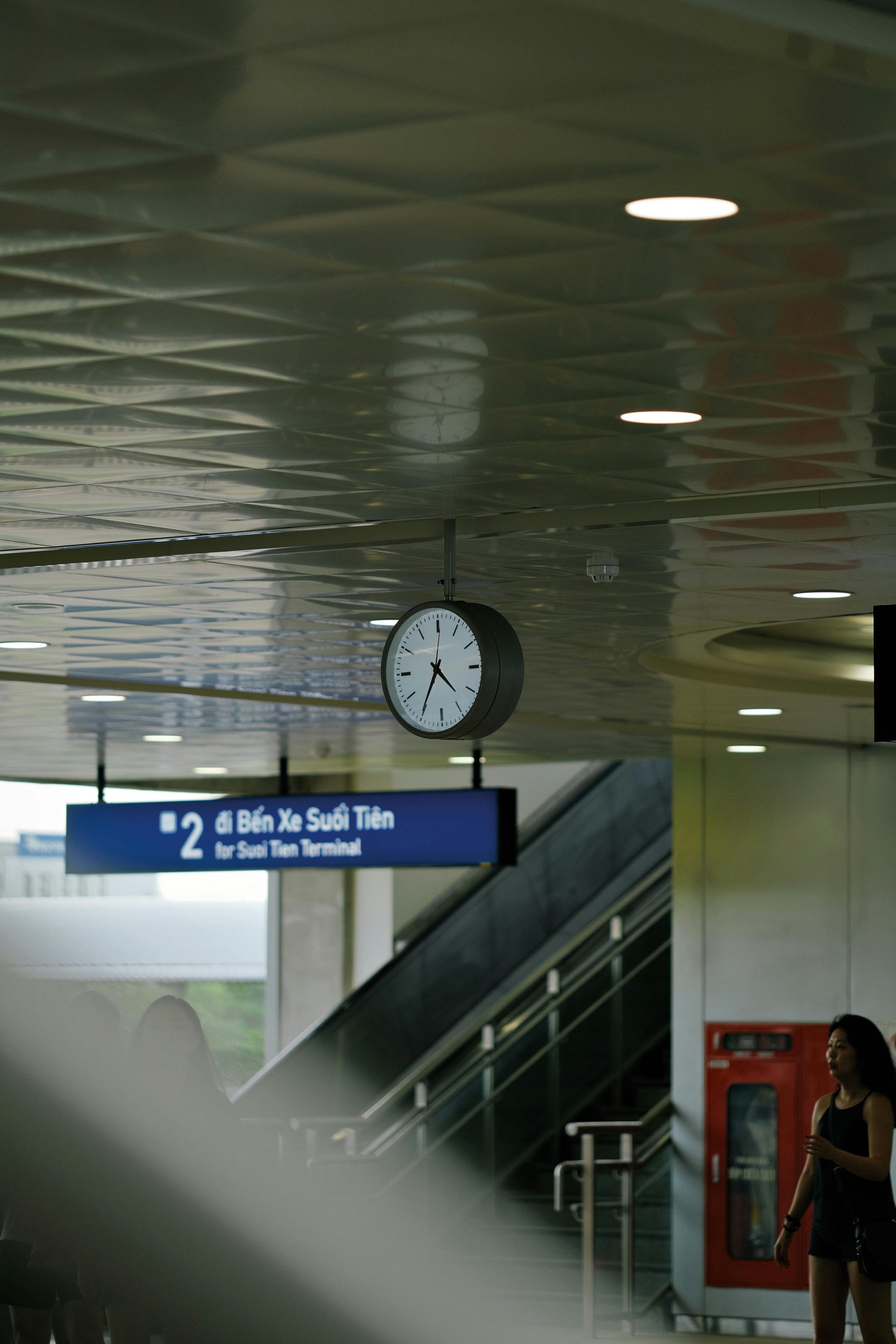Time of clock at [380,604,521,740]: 4:35
